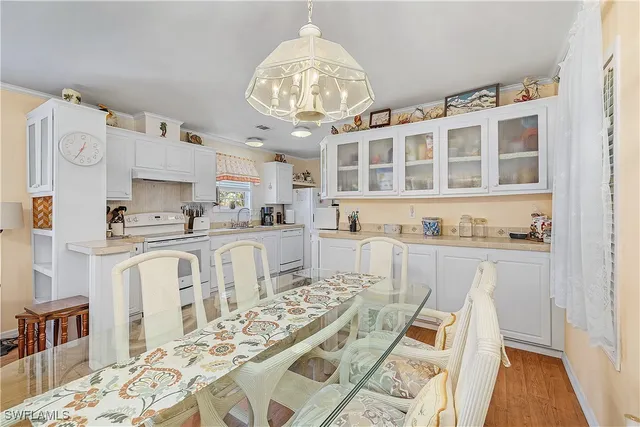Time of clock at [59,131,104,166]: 12:34
